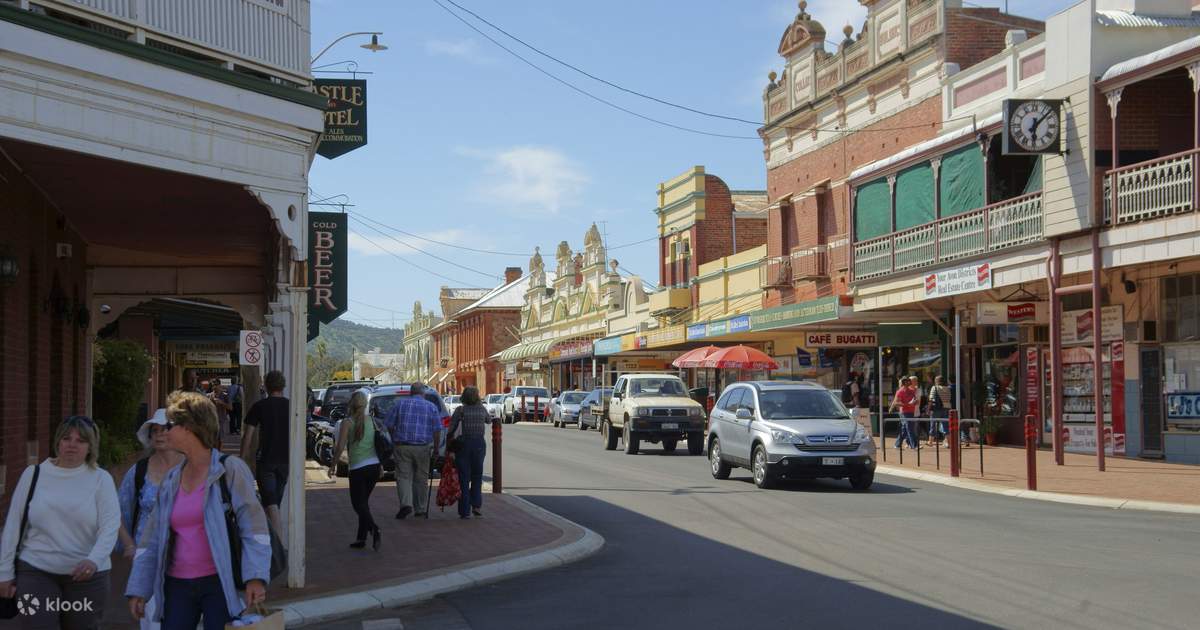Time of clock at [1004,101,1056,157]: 6:07
